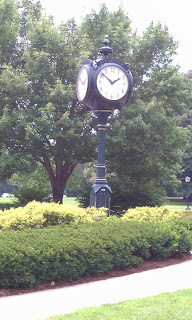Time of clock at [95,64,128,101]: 1:51
